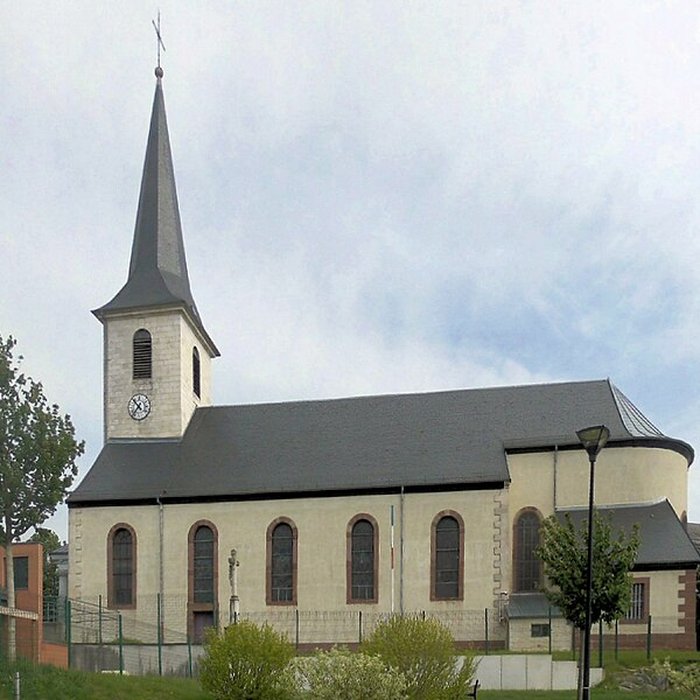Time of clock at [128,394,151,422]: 10:36
